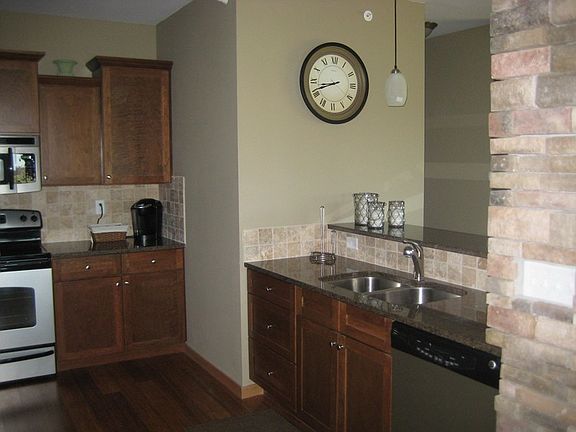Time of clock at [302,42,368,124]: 8:41
